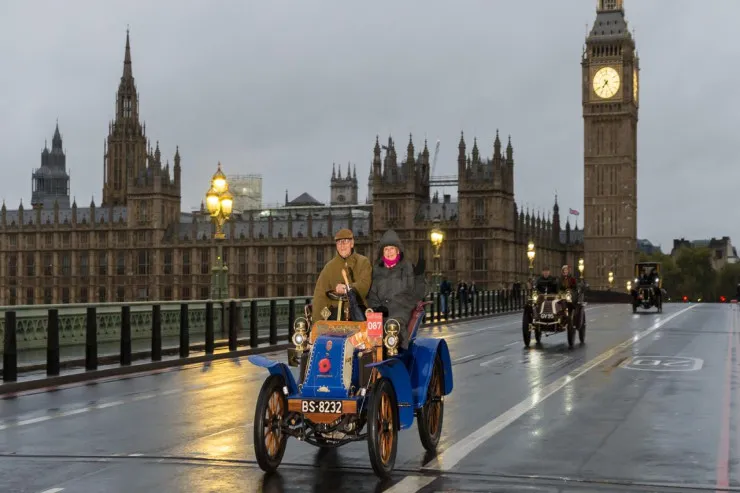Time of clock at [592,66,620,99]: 7:24
